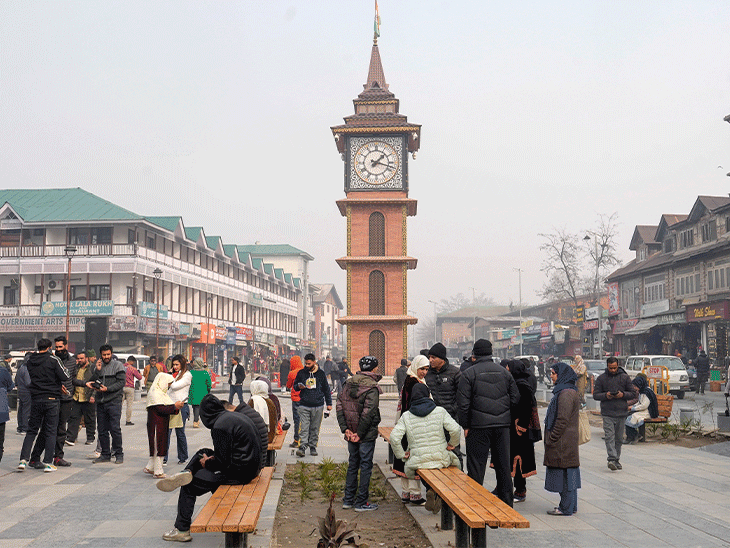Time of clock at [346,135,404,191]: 1:18
